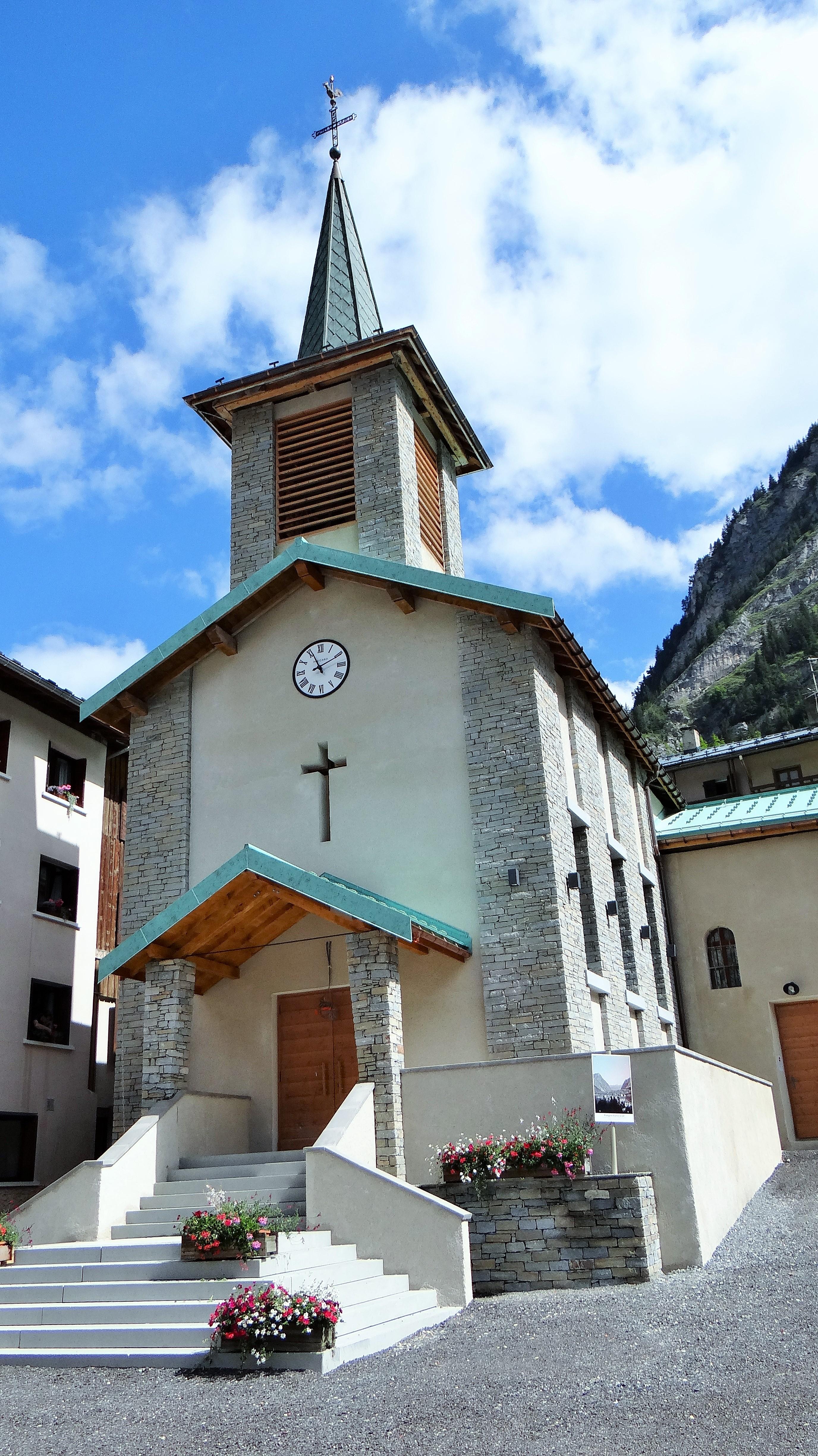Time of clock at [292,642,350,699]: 11:10
